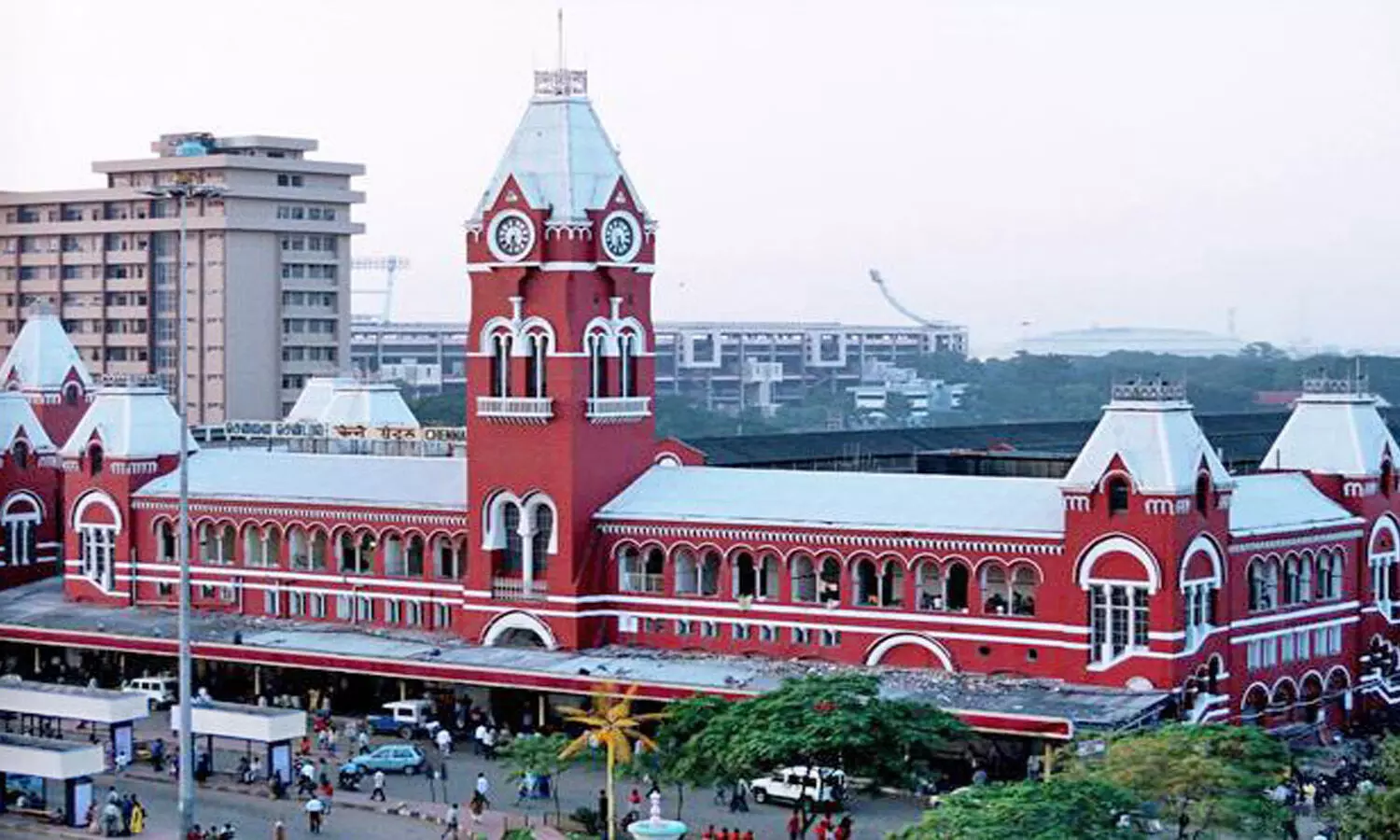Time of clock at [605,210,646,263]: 5:31
